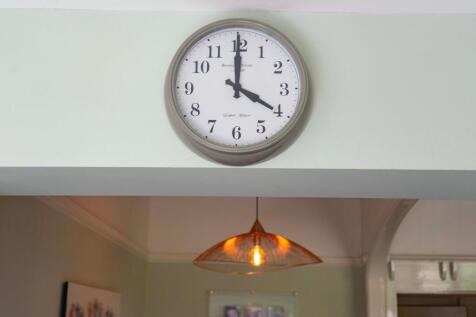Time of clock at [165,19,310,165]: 4:00
